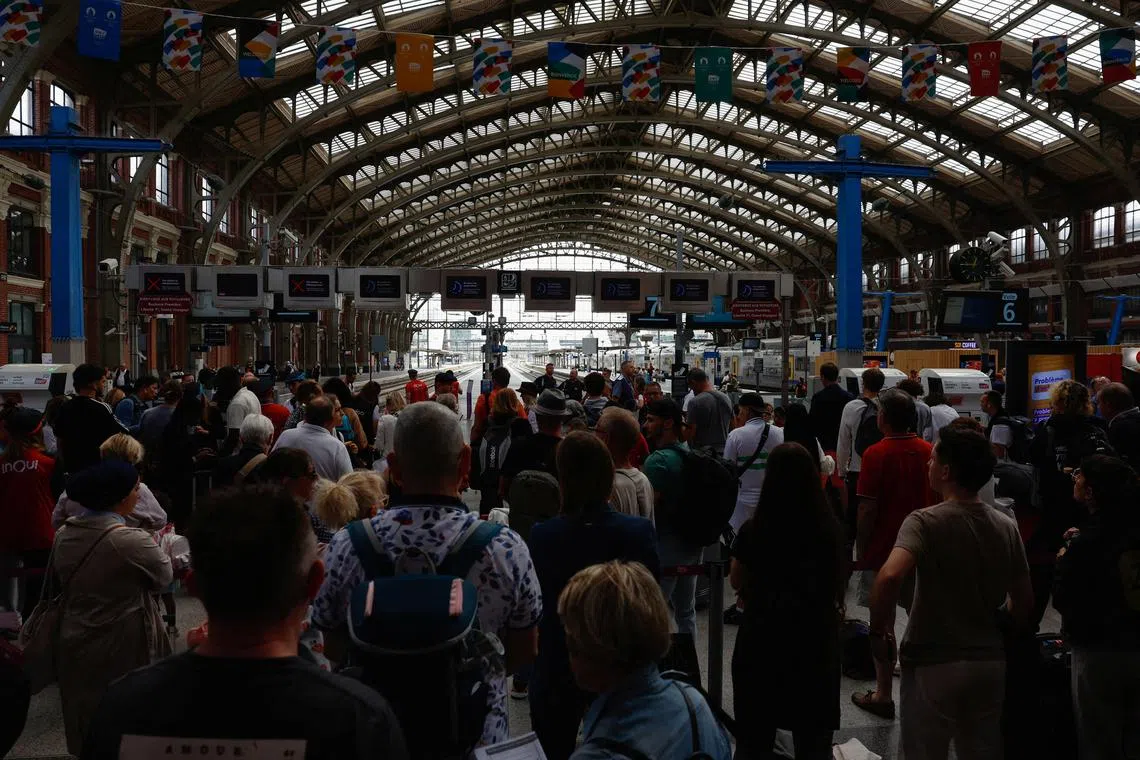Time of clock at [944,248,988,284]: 12:45
